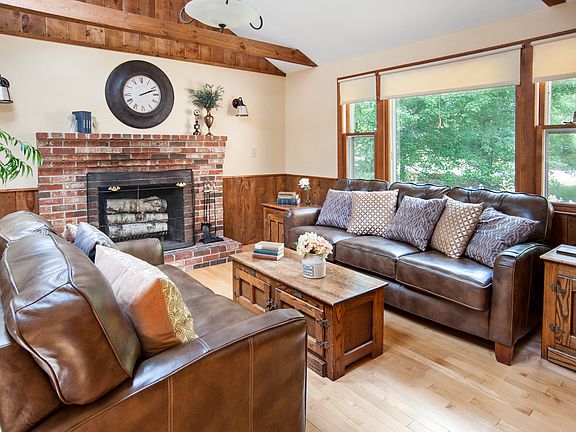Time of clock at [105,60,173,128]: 2:11
